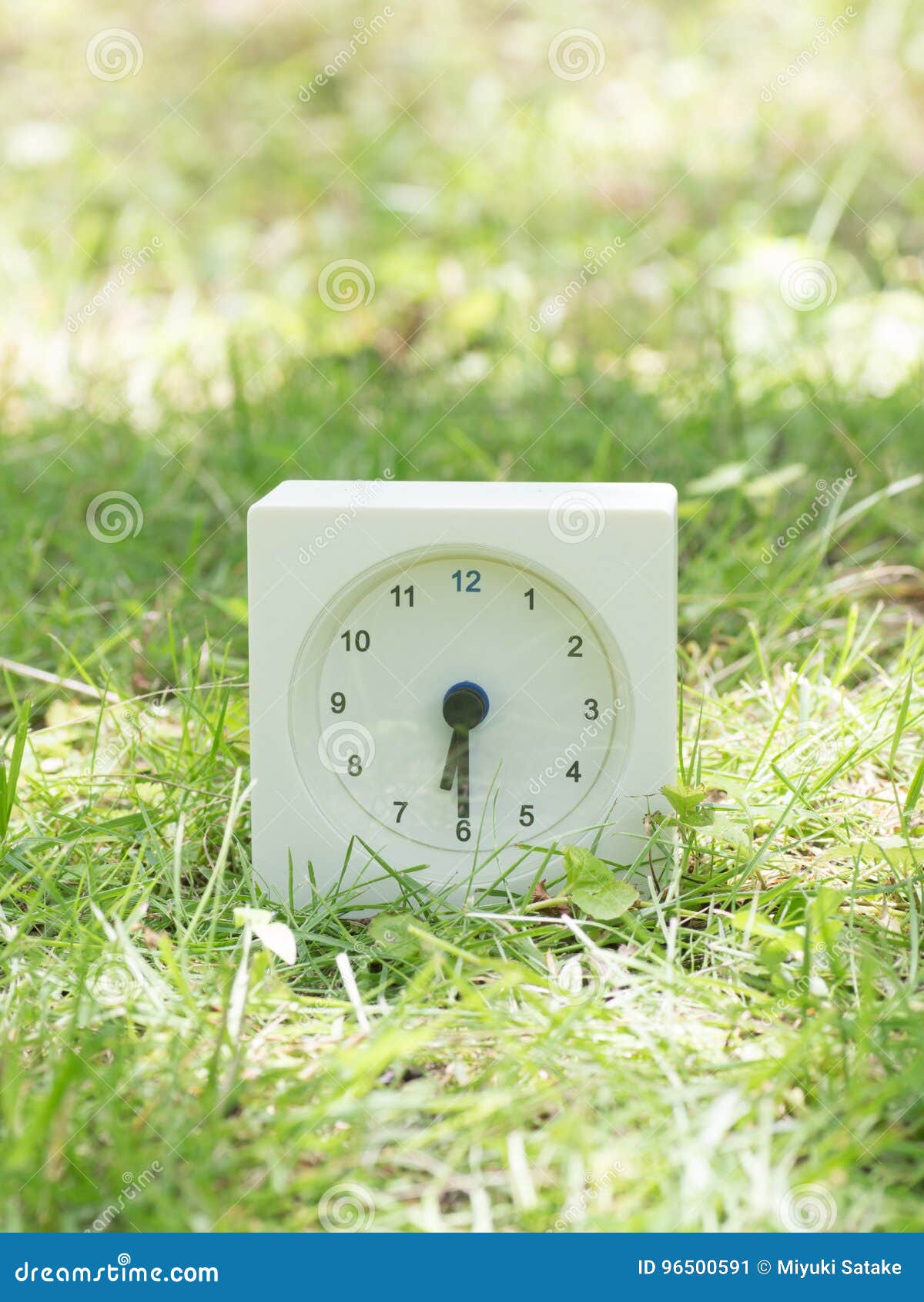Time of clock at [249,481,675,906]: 6:29
